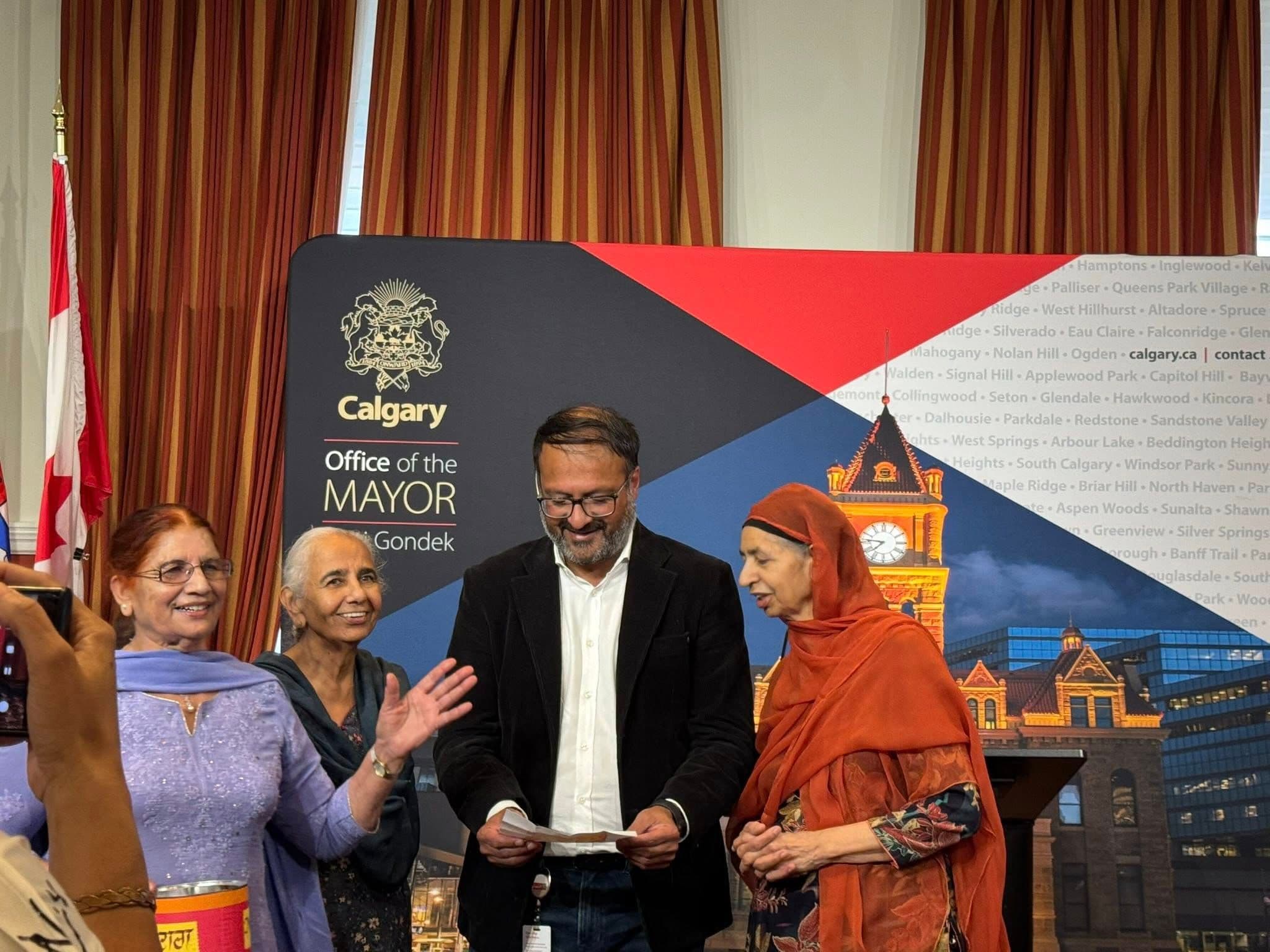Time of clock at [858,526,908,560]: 7:46
